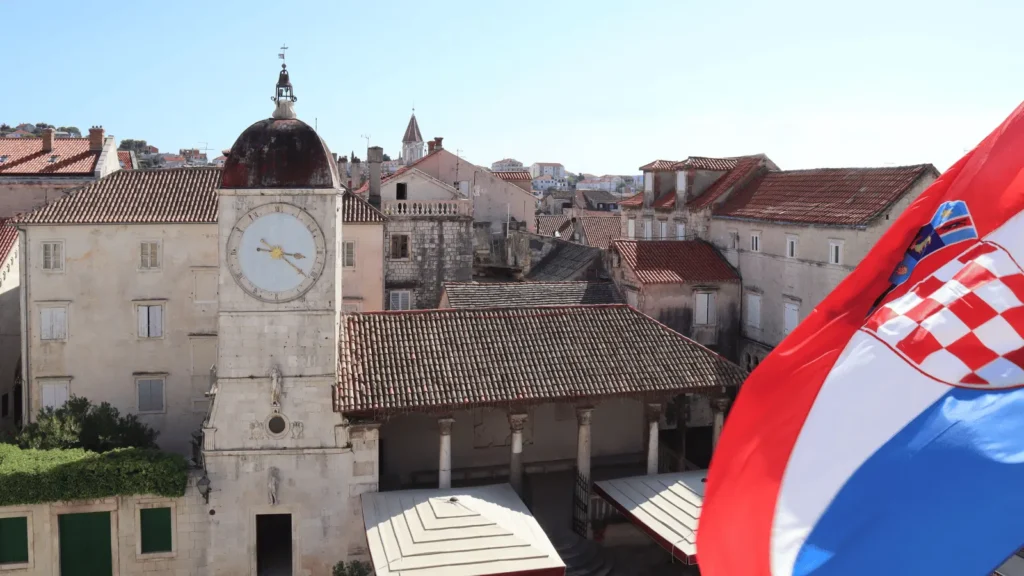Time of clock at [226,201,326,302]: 3:21
